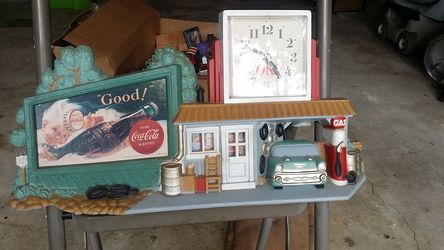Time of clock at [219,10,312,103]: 4:49
